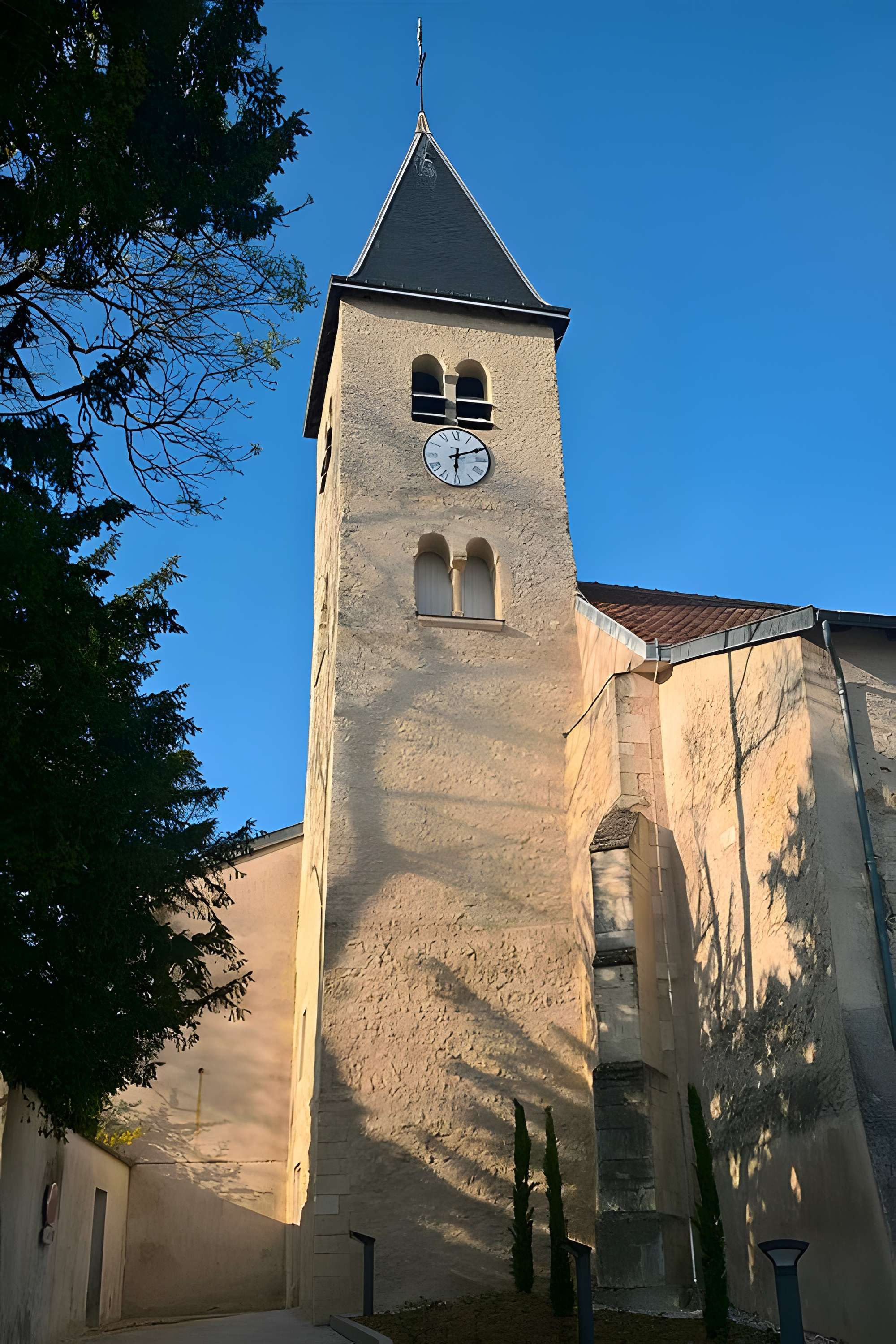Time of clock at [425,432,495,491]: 6:11
